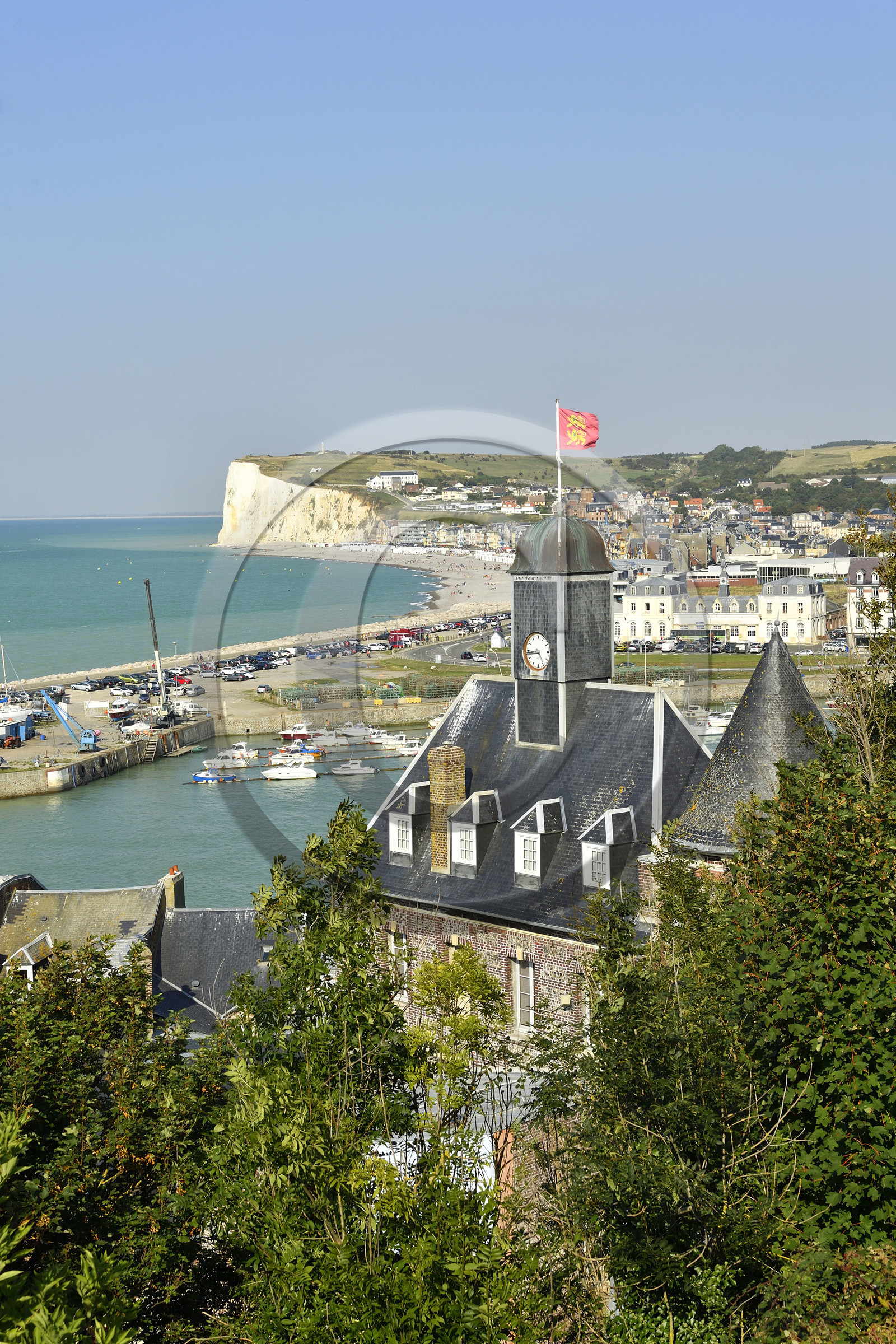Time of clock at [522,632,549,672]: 4:43
